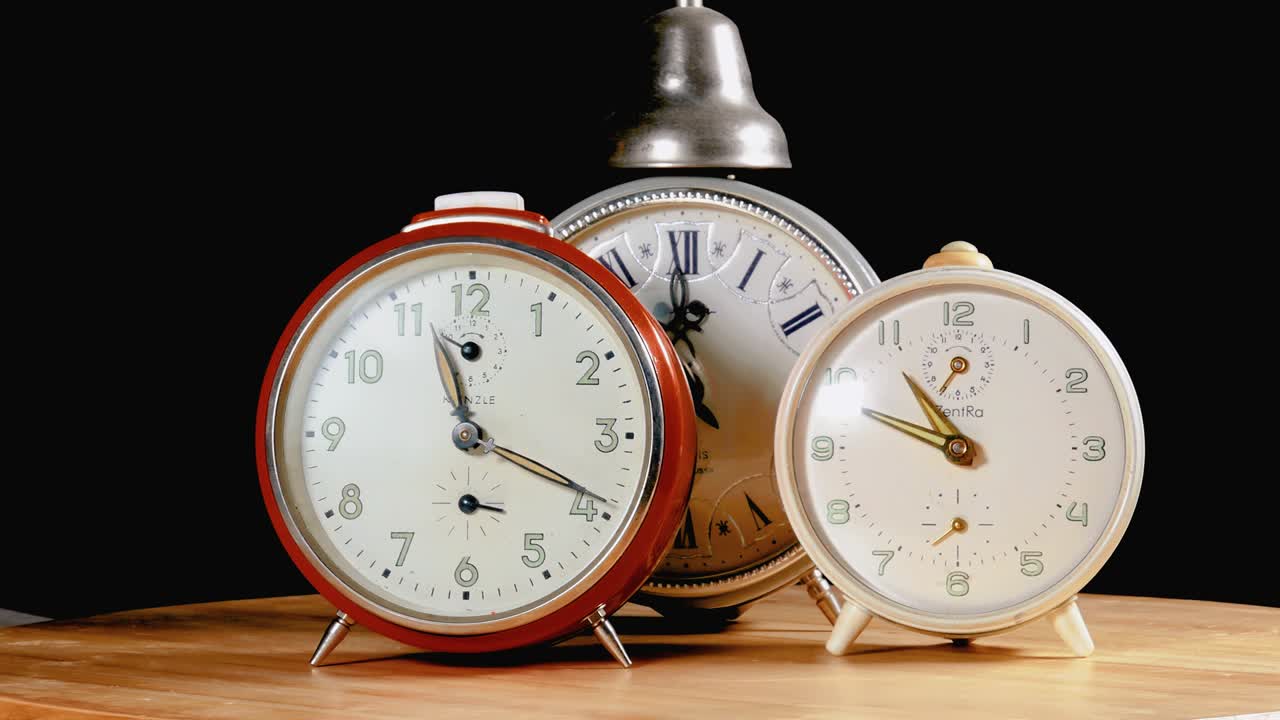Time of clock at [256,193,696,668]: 11:19
